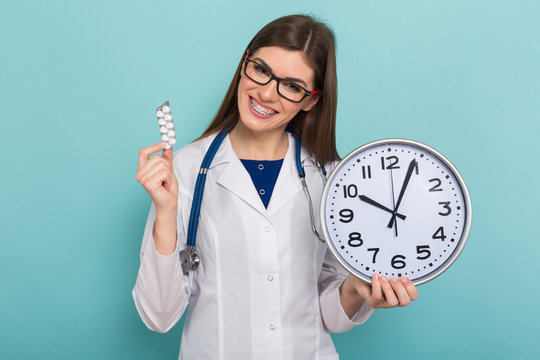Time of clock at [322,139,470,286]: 10:04
